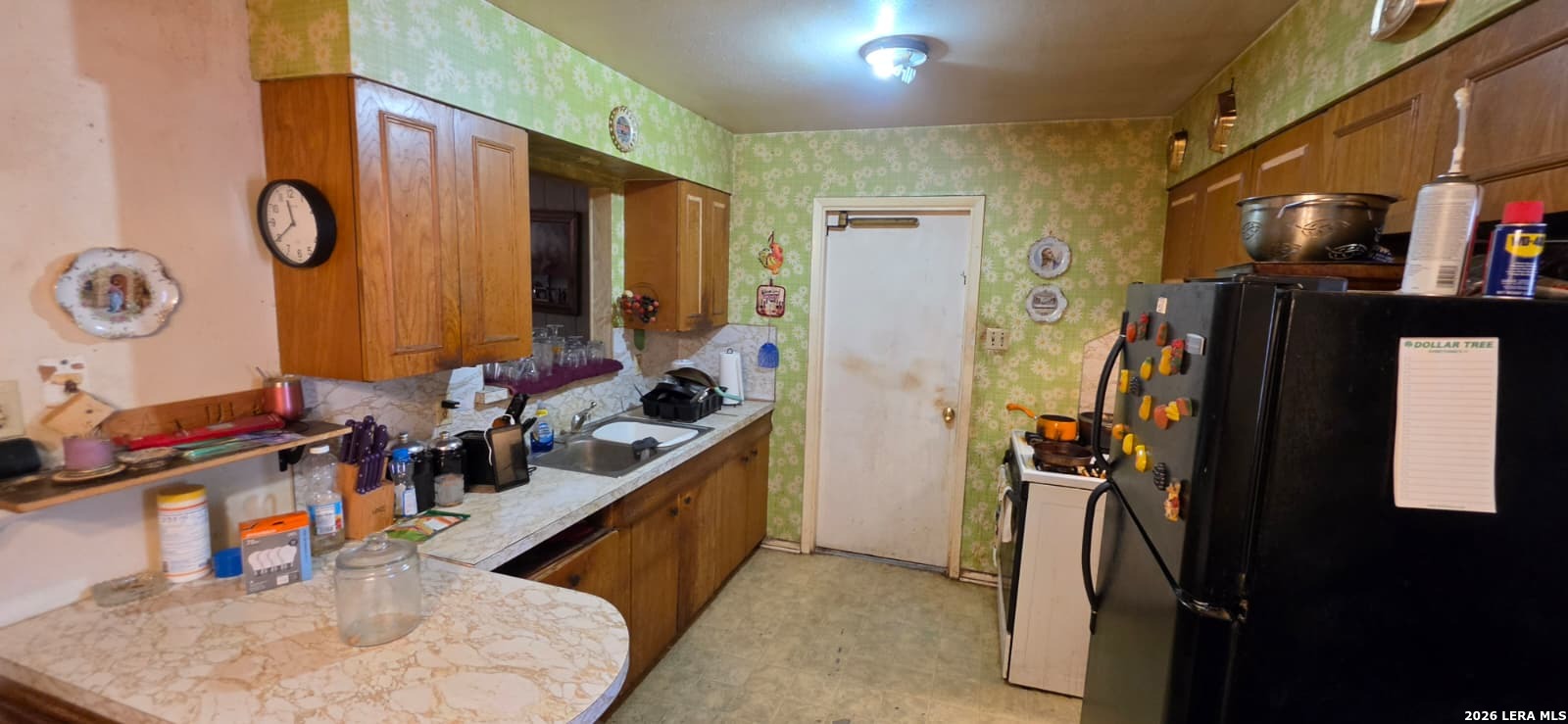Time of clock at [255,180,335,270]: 11:39
